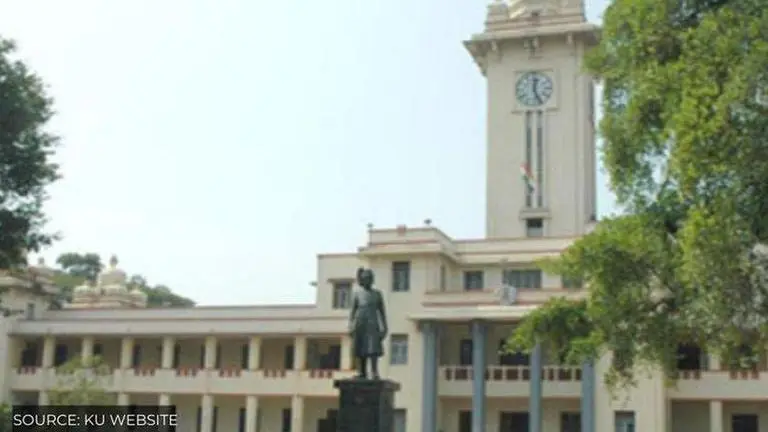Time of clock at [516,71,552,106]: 12:26
